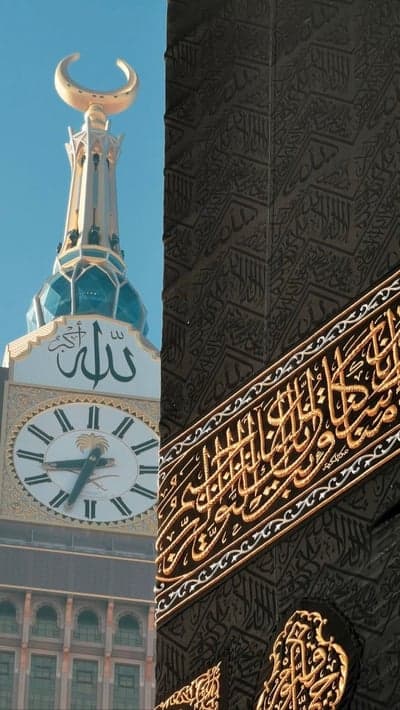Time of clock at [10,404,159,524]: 8:33
